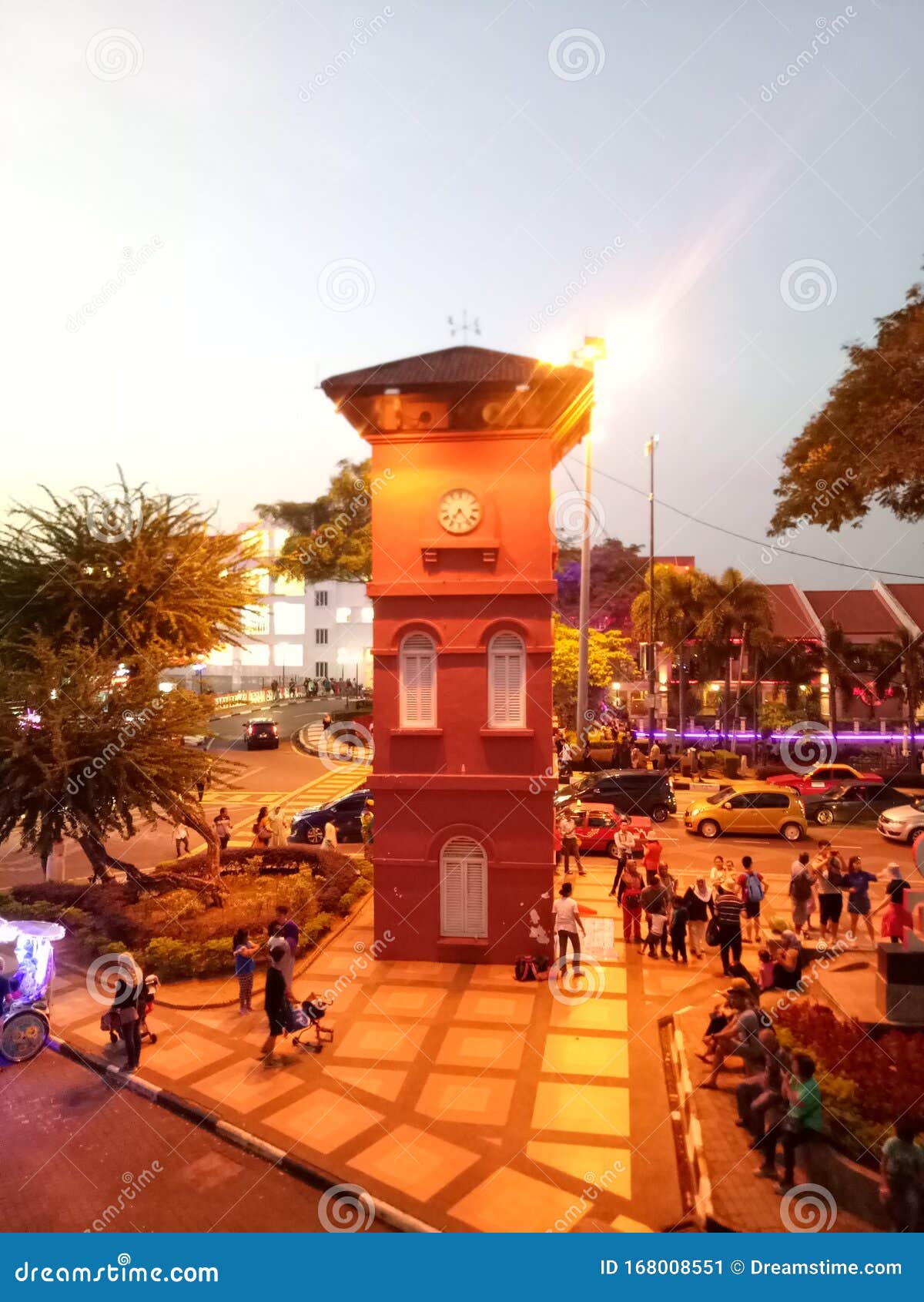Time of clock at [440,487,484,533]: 7:23
